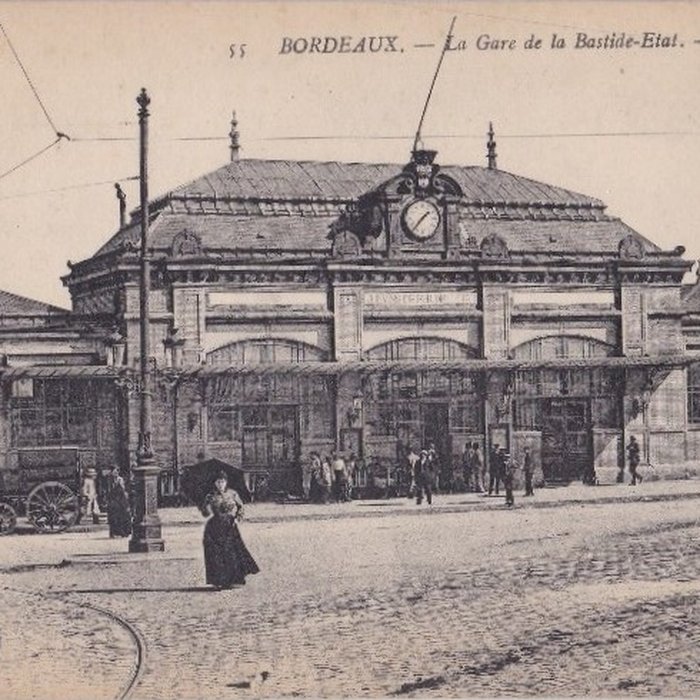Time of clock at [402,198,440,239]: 1:36
